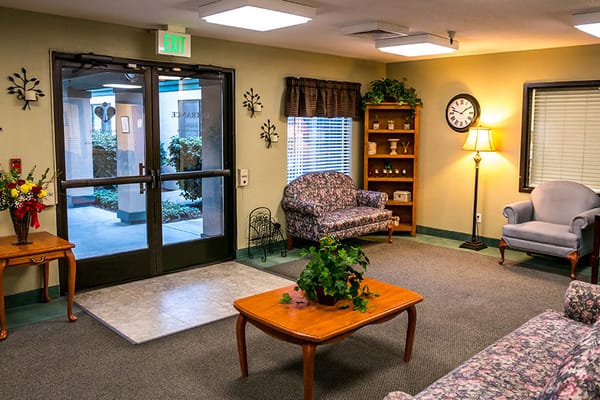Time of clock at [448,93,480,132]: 1:47
